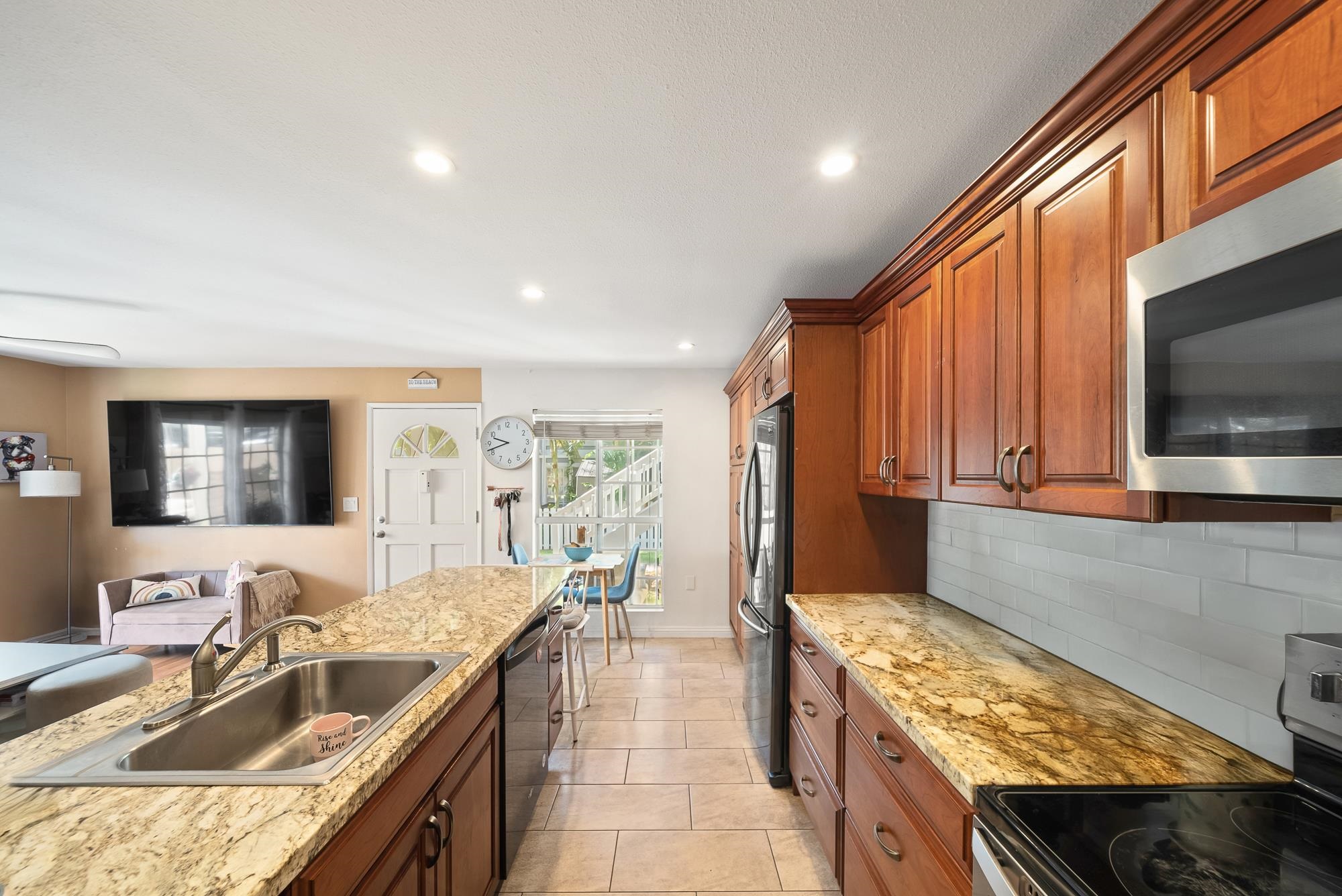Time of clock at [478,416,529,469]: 9:42
